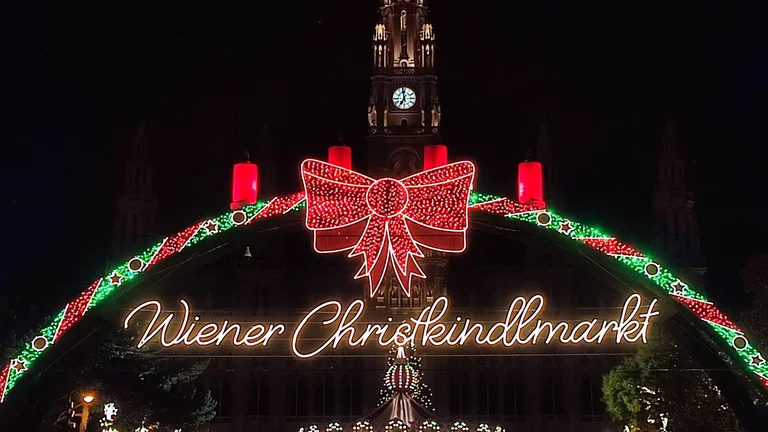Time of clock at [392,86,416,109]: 6:58
